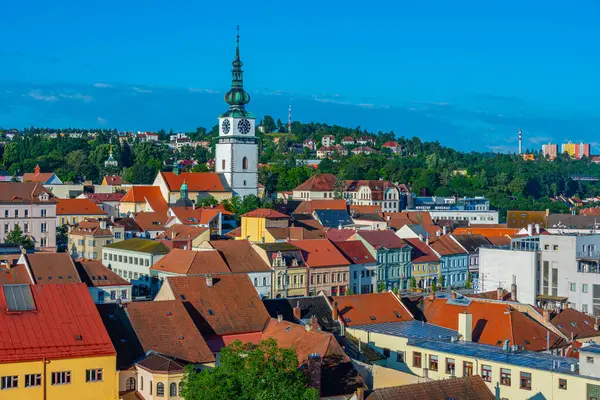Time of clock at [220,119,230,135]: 12:23
